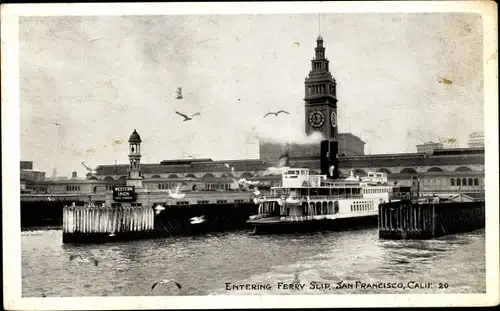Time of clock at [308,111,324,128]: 11:33
